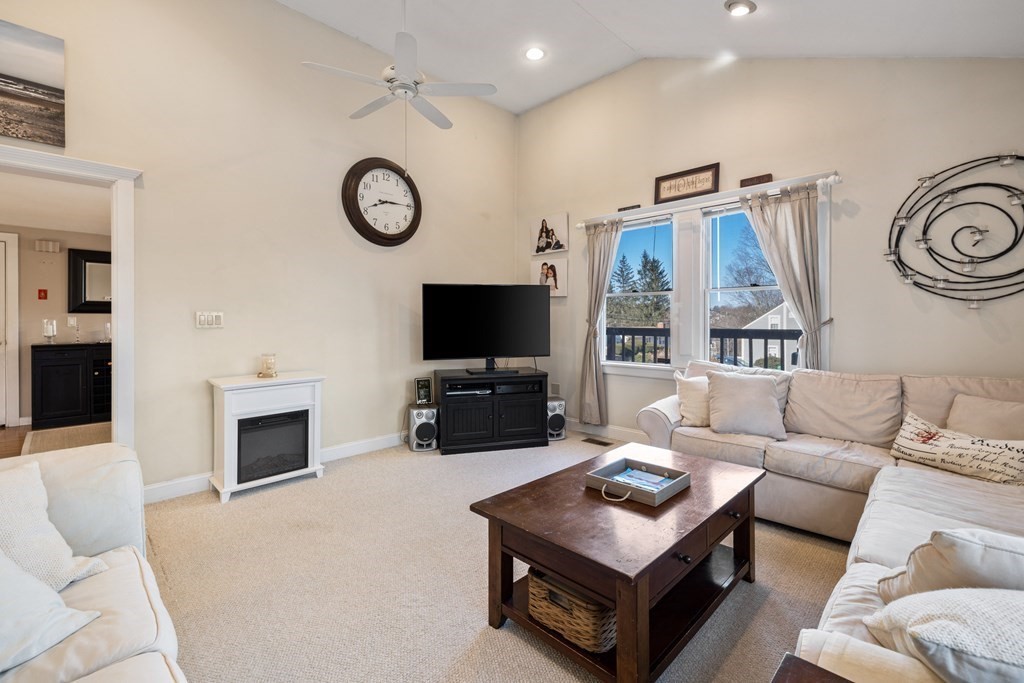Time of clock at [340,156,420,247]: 8:14
